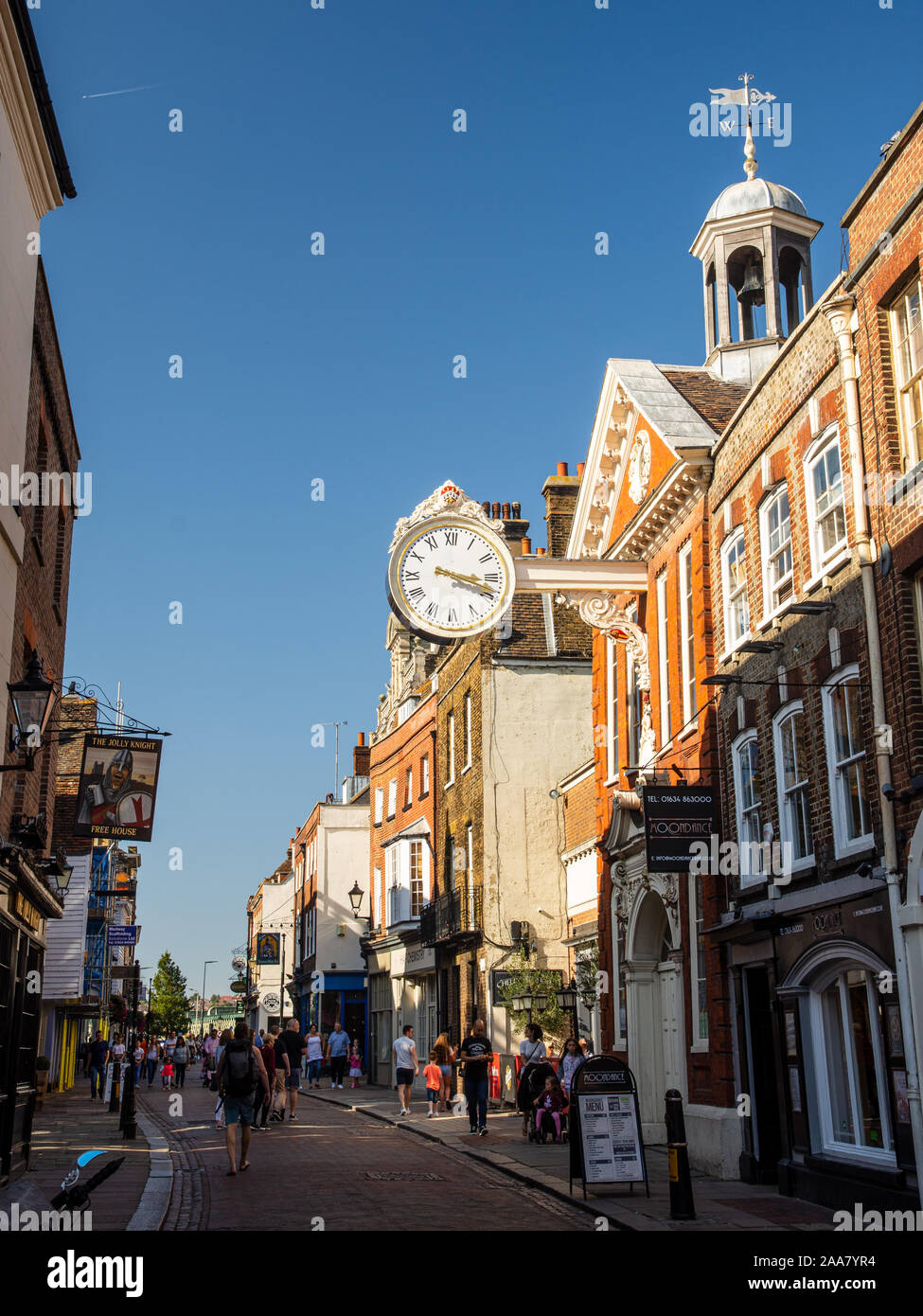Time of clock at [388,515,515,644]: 3:18
